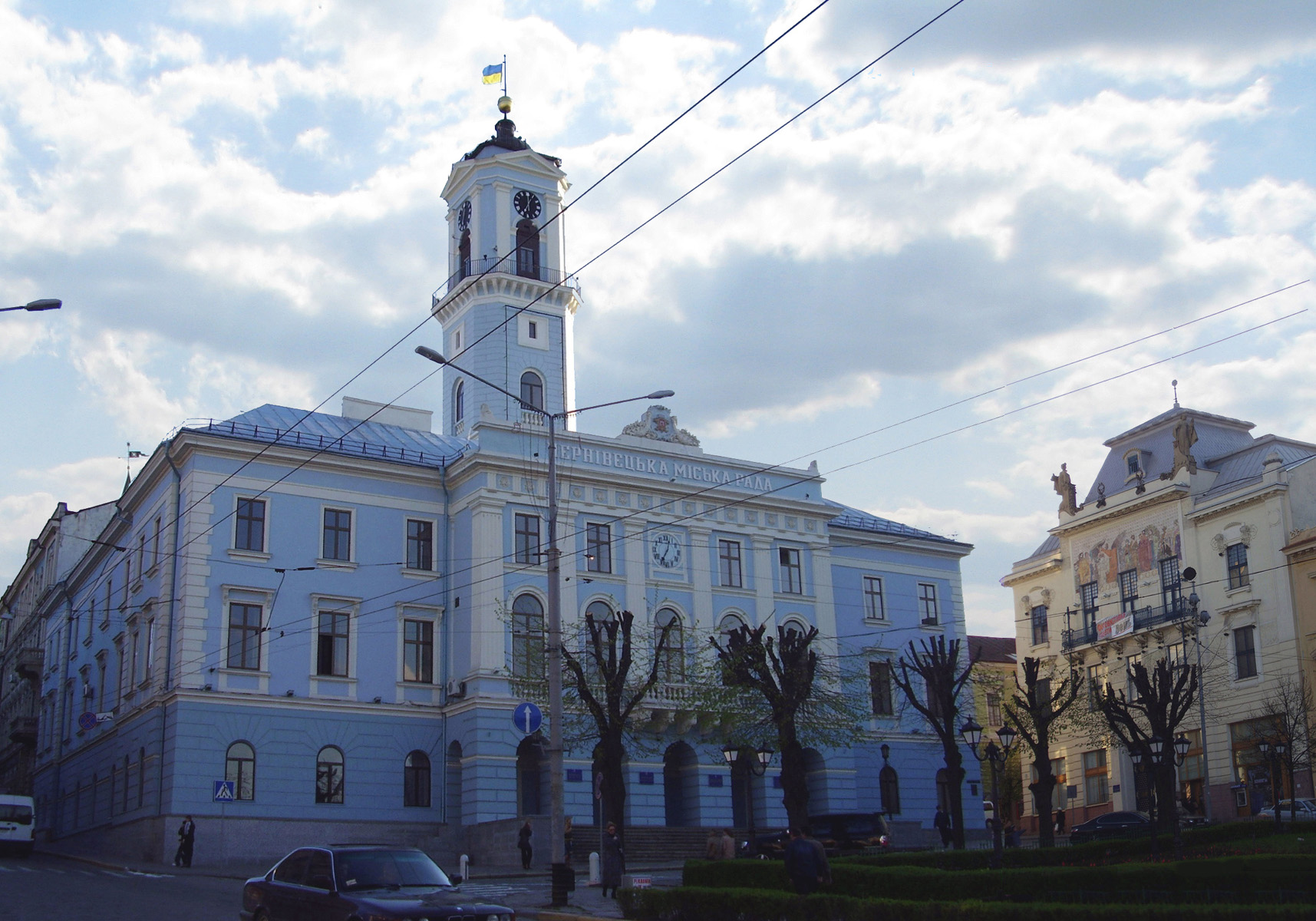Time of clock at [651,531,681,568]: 7:03
